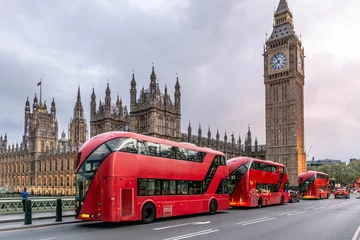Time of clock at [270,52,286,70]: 7:55
